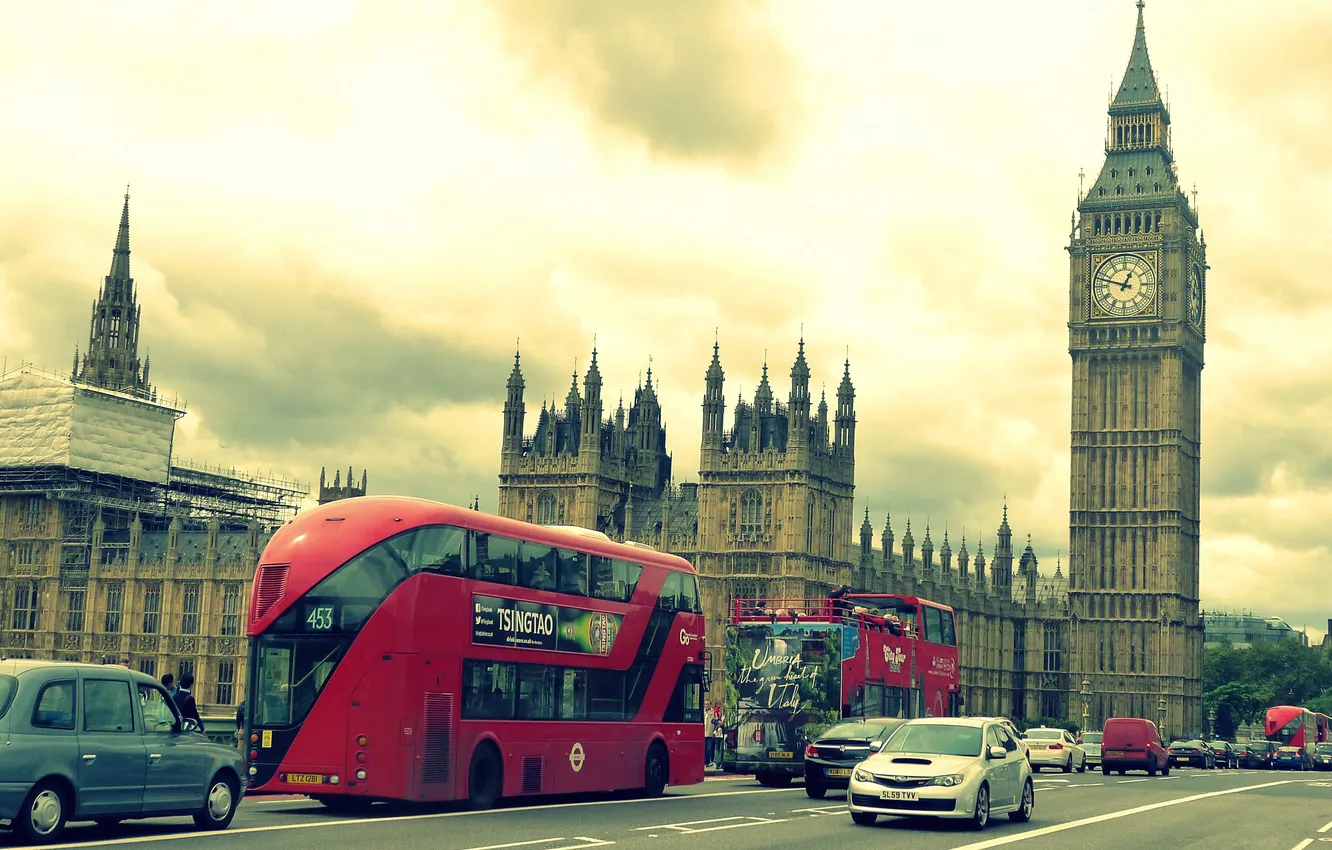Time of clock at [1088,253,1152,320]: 12:48
